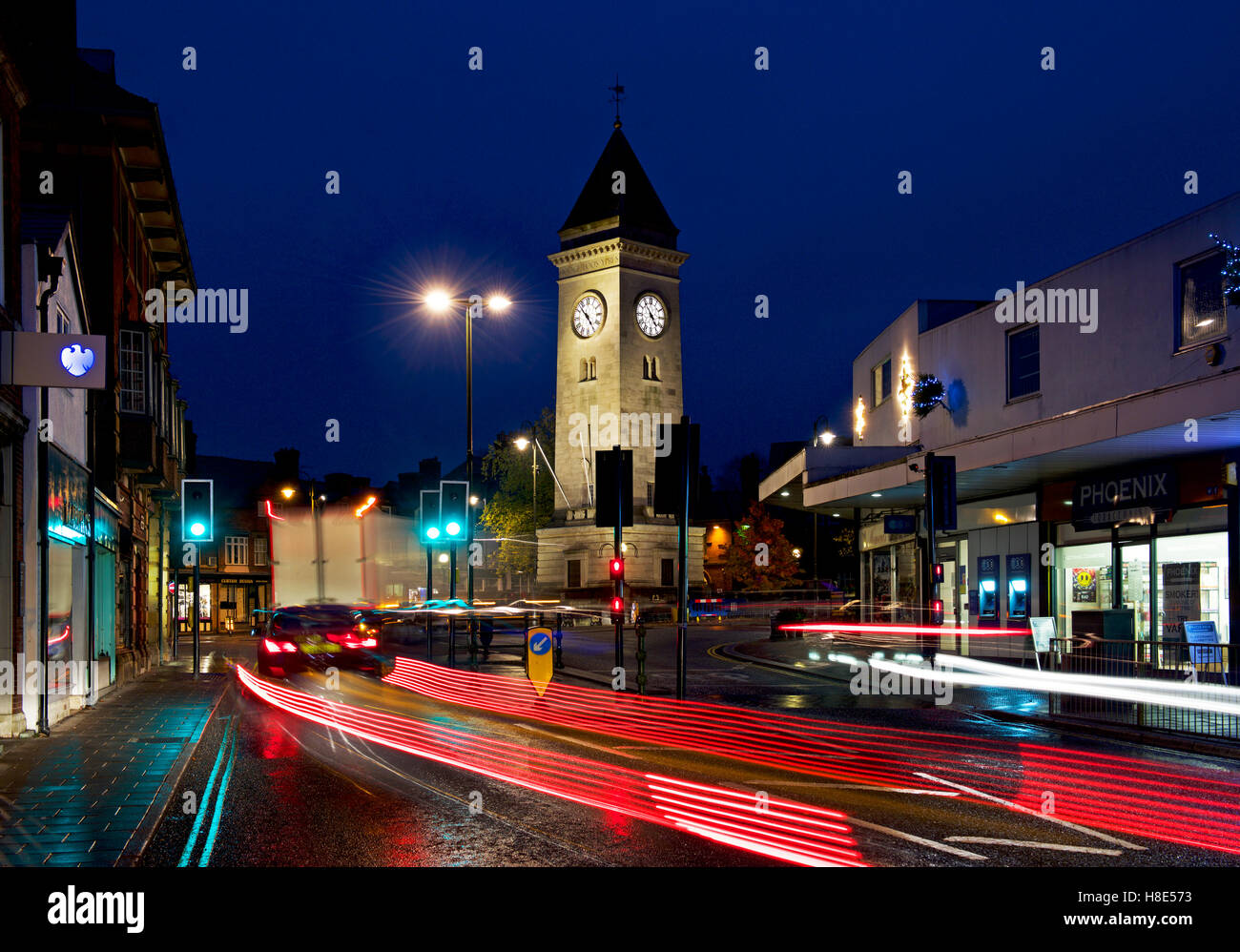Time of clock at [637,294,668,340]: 4:54
